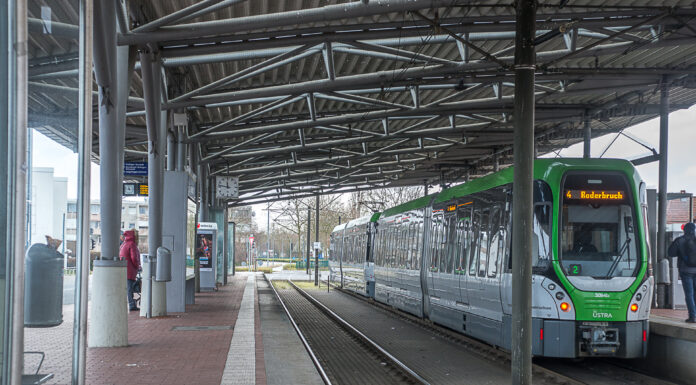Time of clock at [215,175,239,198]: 11:46
